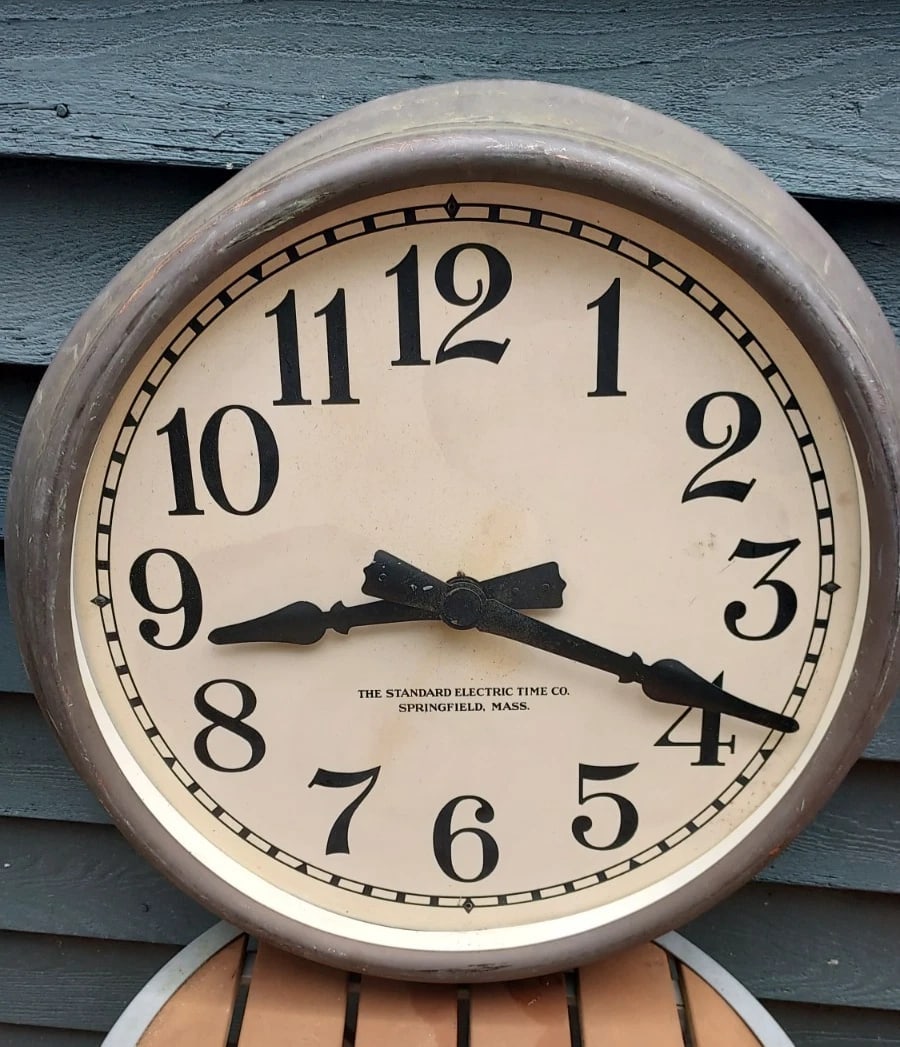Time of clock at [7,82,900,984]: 3:43
